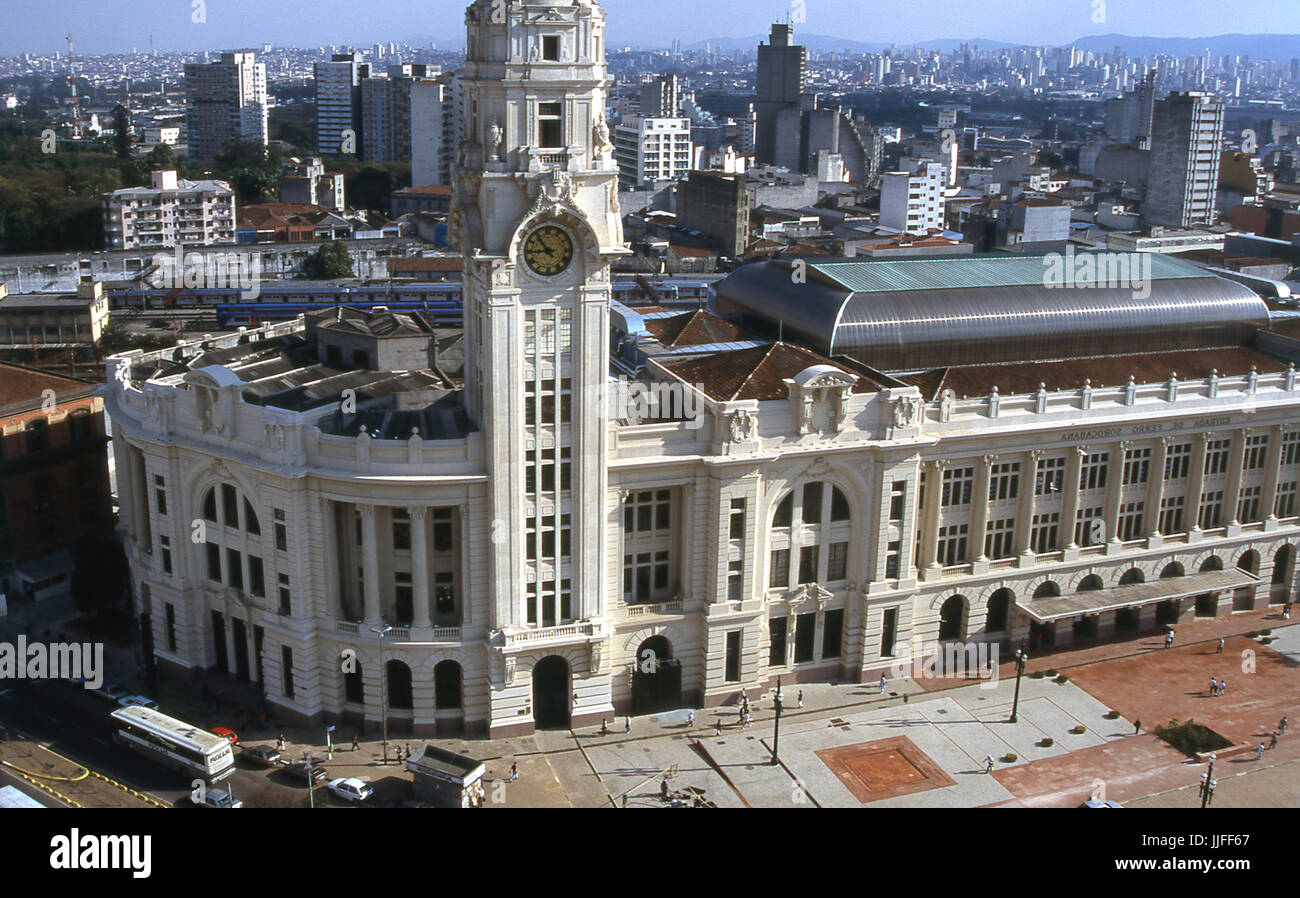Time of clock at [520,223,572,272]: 8:53
